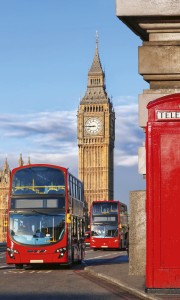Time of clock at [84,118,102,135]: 8:45
